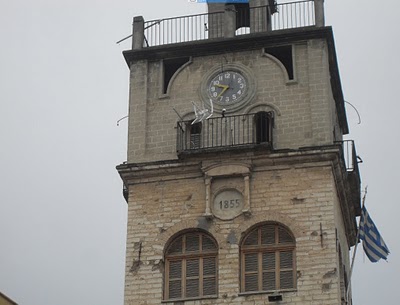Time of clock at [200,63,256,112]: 9:36
